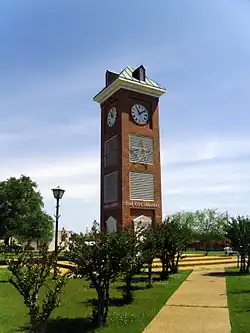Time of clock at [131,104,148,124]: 11:08
